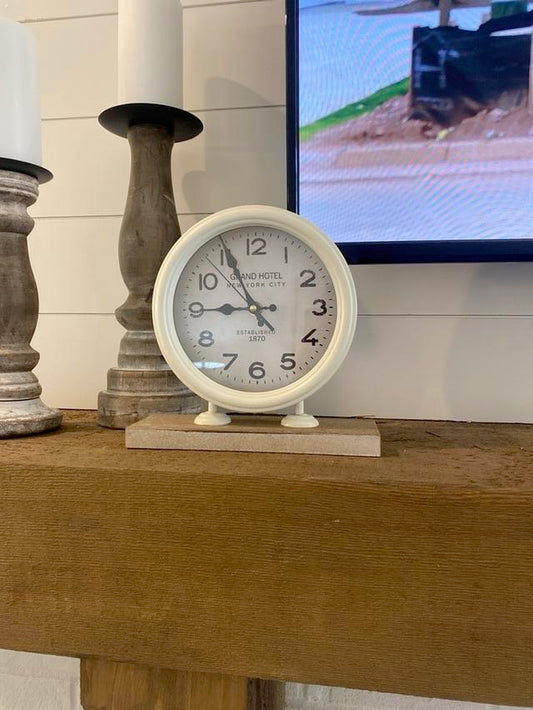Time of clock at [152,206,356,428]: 8:55
